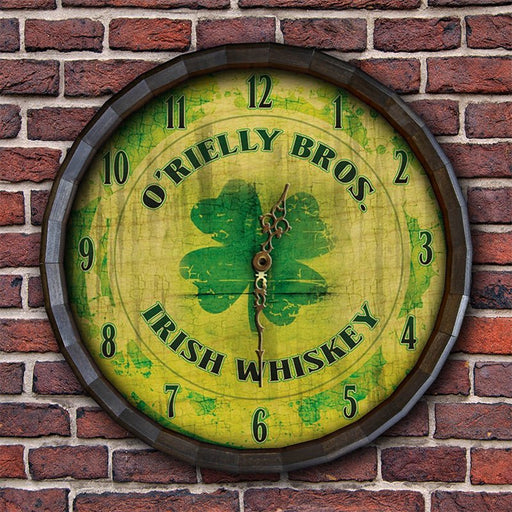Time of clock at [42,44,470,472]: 12:29
